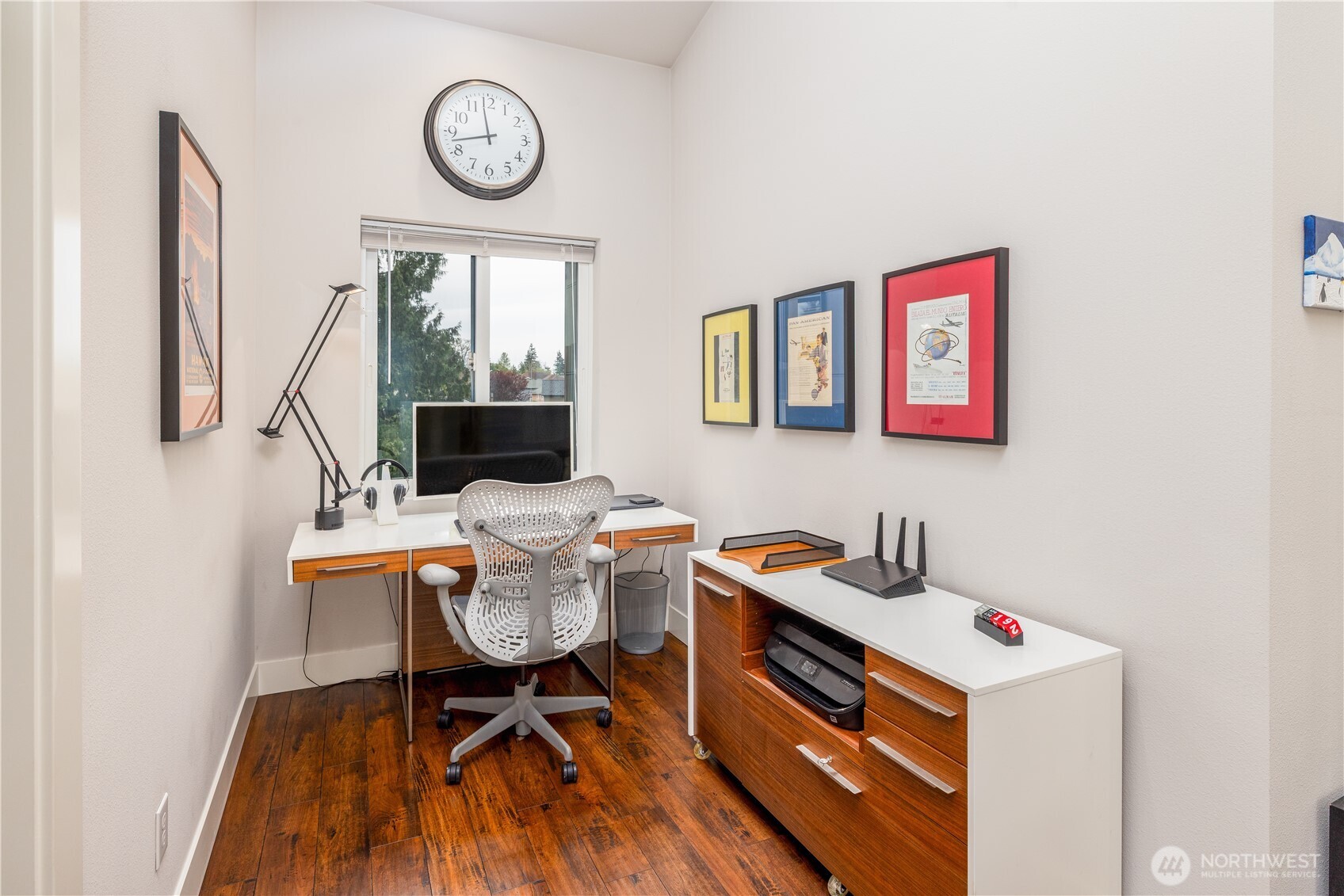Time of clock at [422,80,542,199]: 11:42
